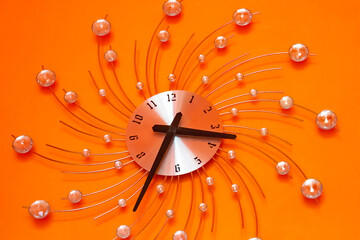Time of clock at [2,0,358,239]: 3:34
